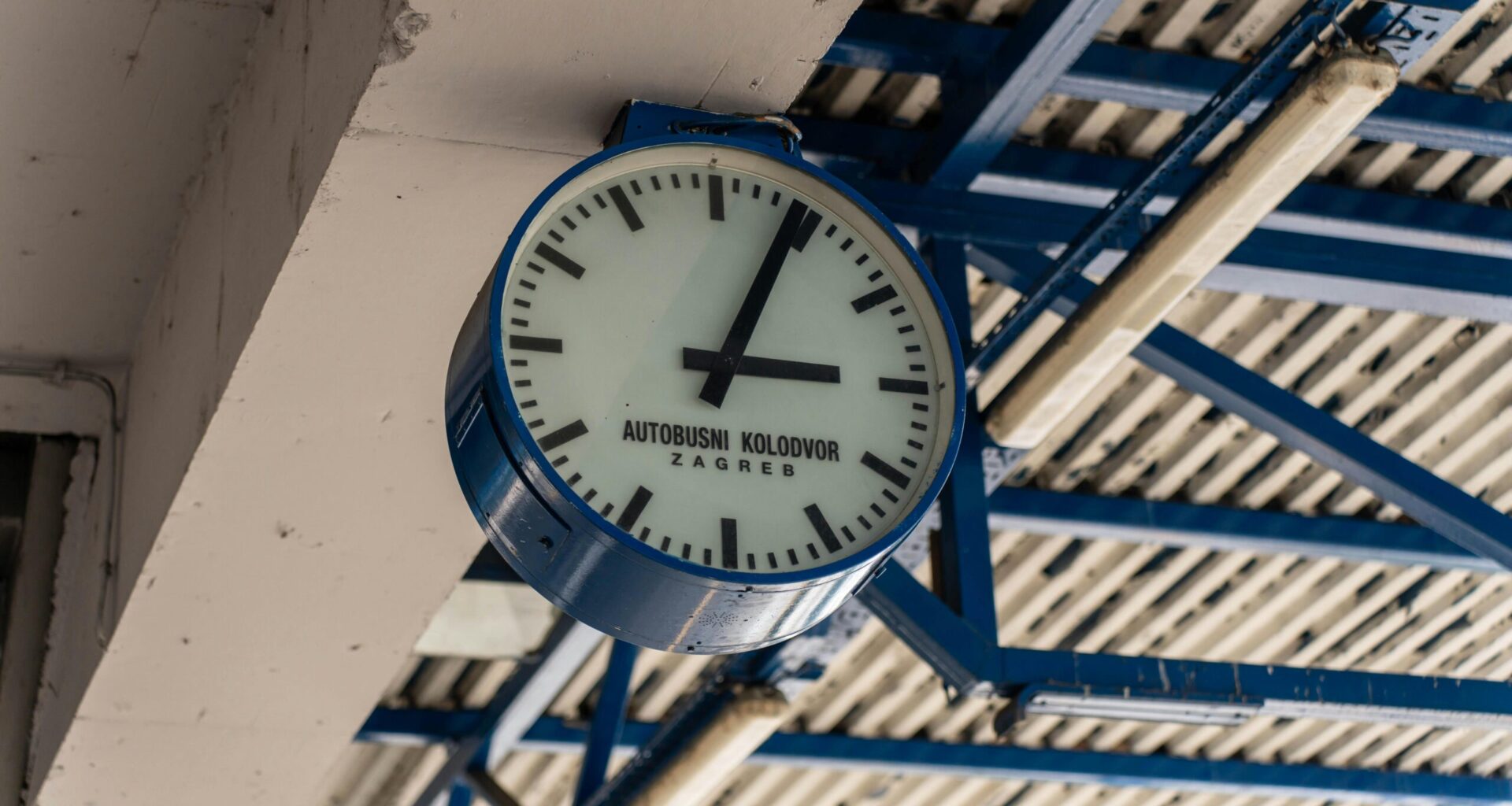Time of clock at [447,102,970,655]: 3:04
